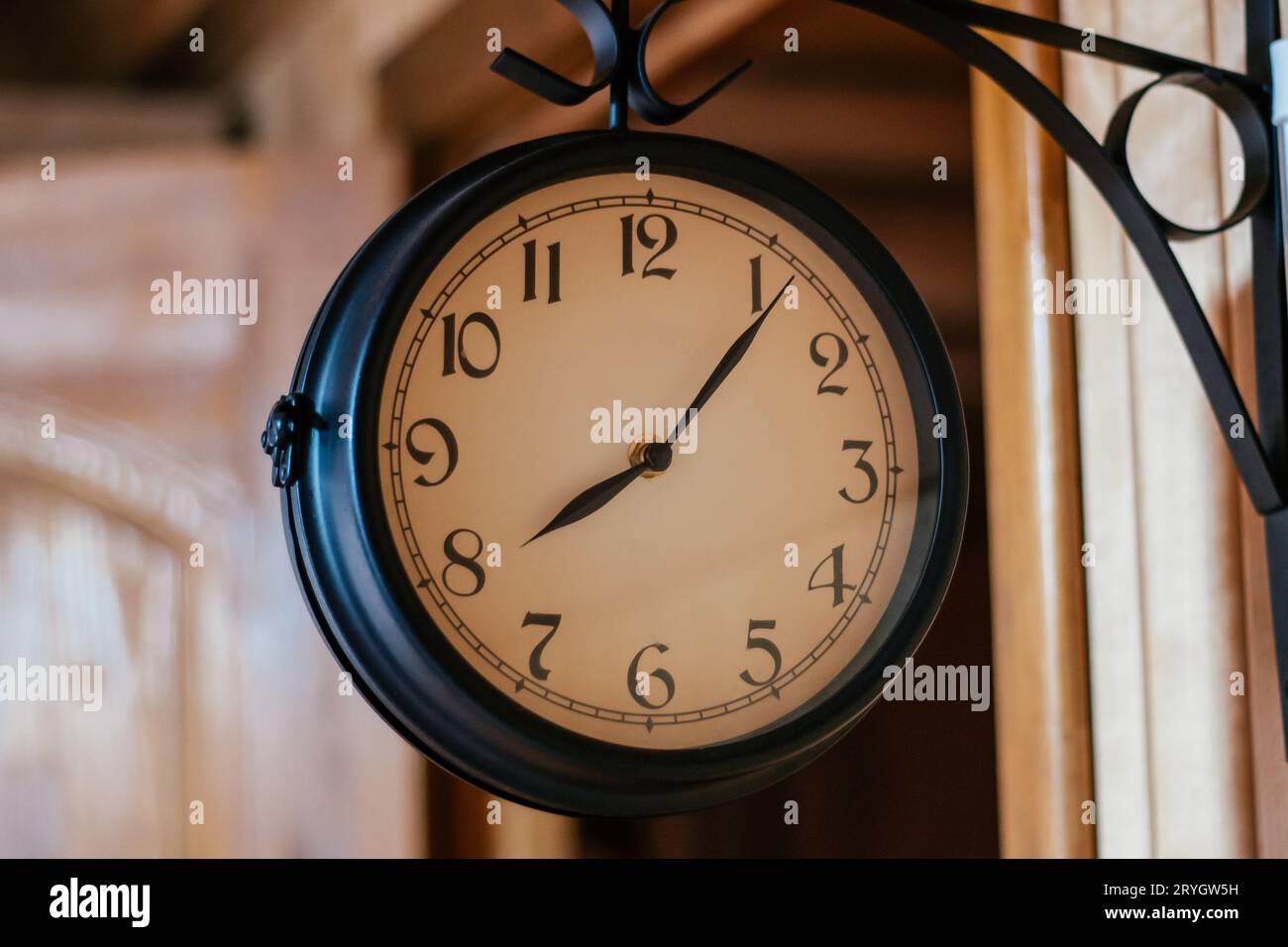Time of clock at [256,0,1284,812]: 8:06
